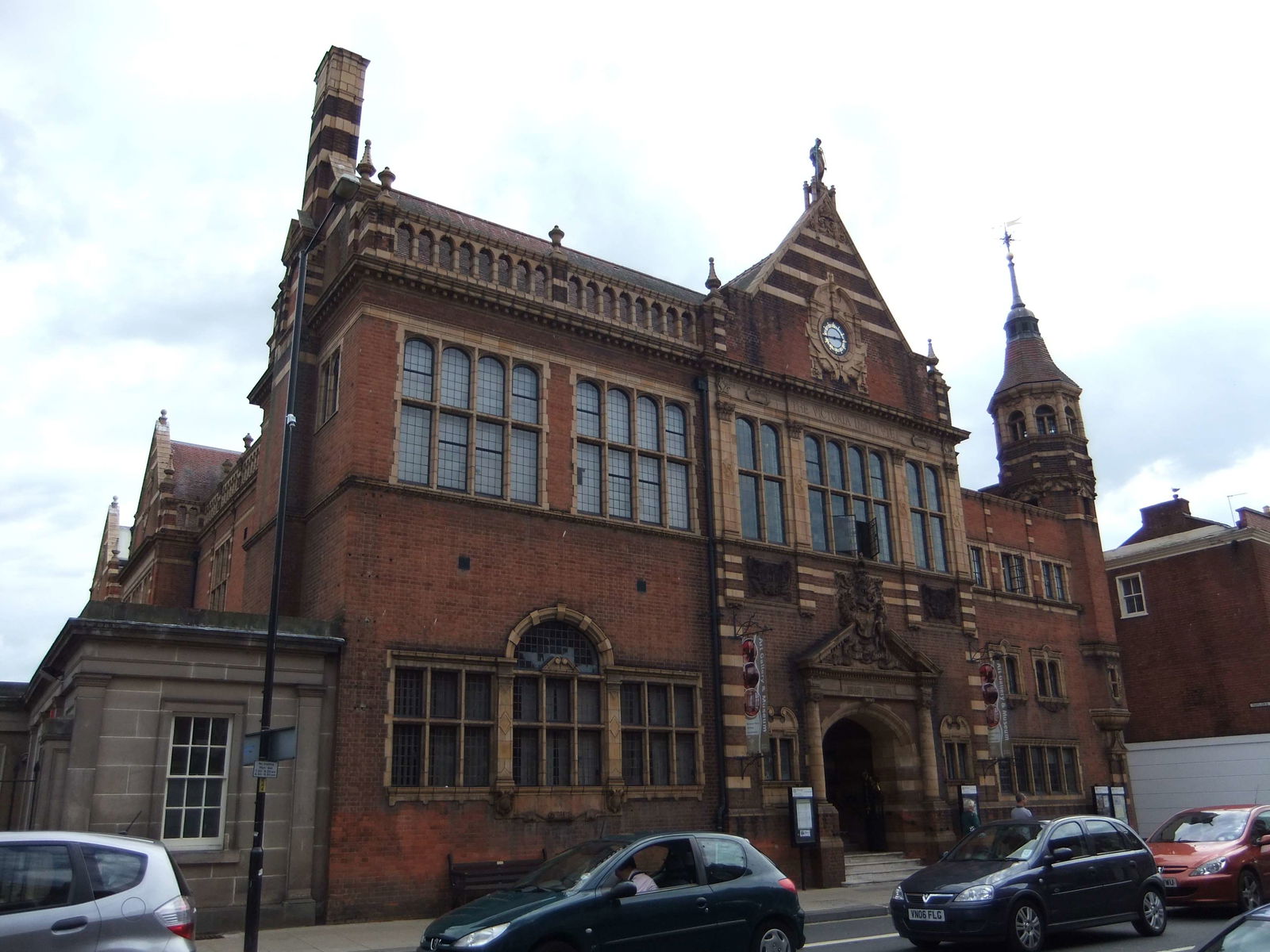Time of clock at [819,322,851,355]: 2:44
